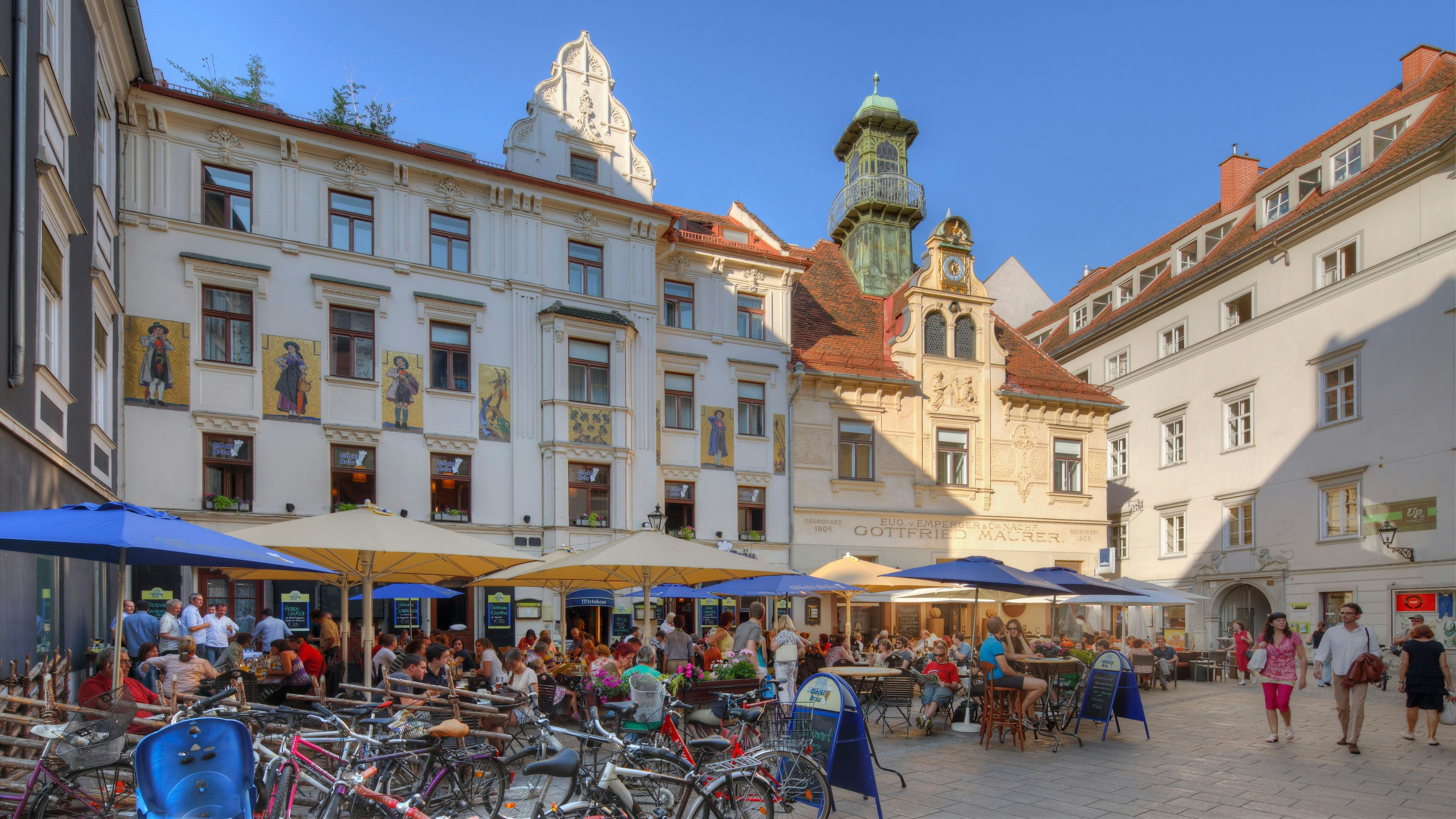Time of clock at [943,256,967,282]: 5:59
